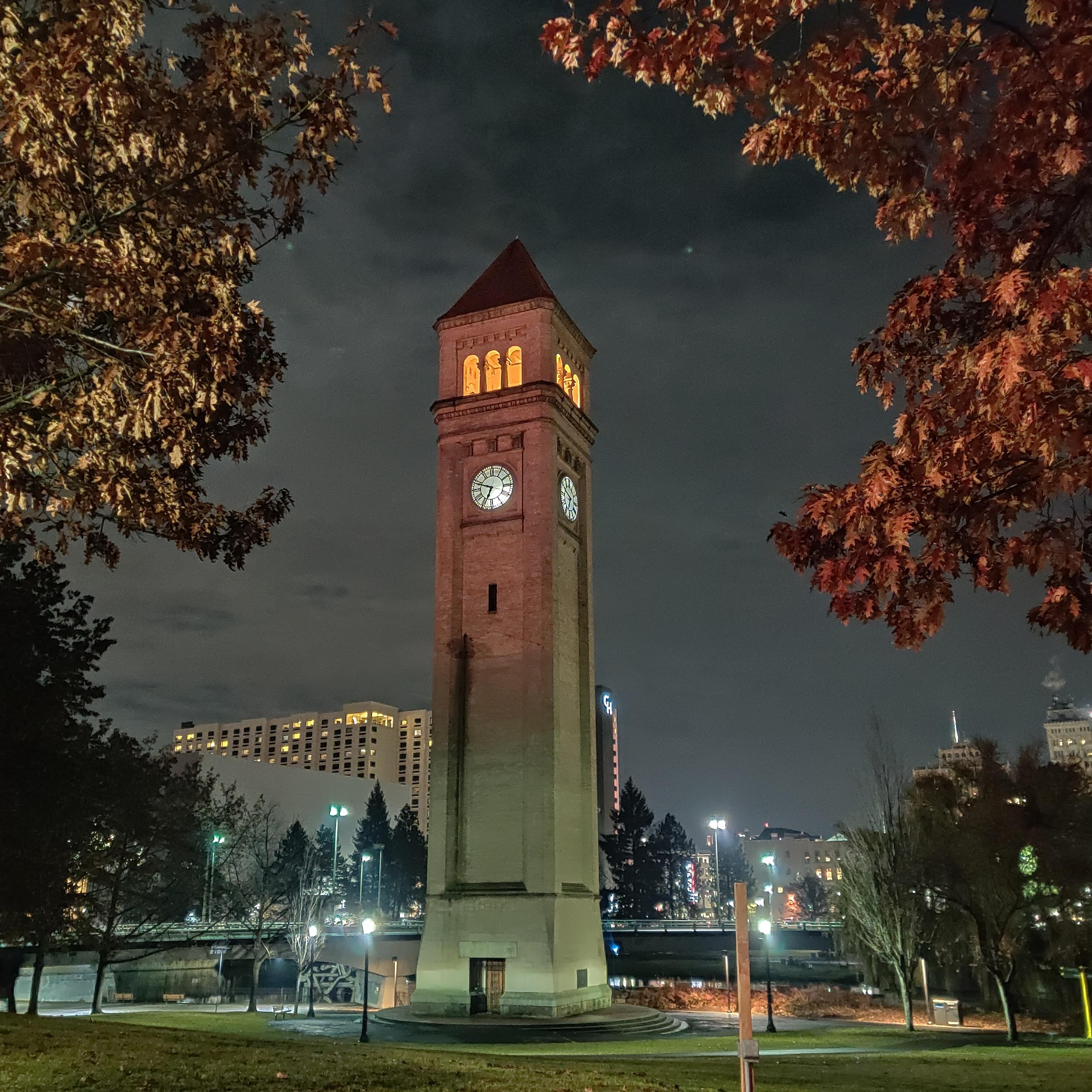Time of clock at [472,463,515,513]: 6:48
